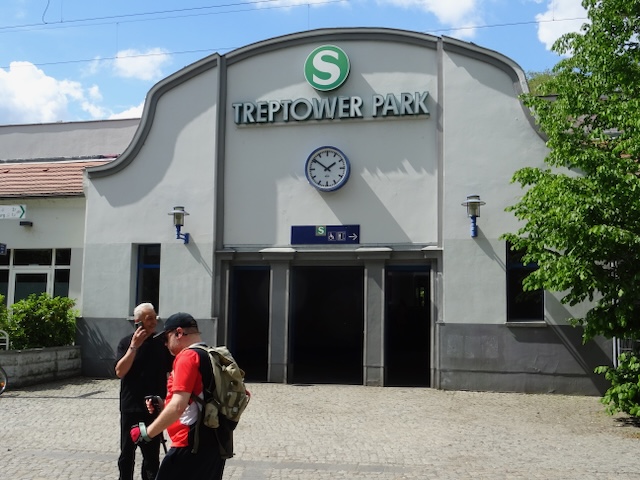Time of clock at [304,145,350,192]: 1:51
